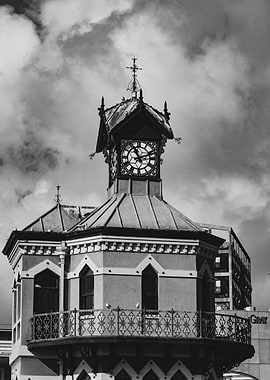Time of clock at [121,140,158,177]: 11:11
